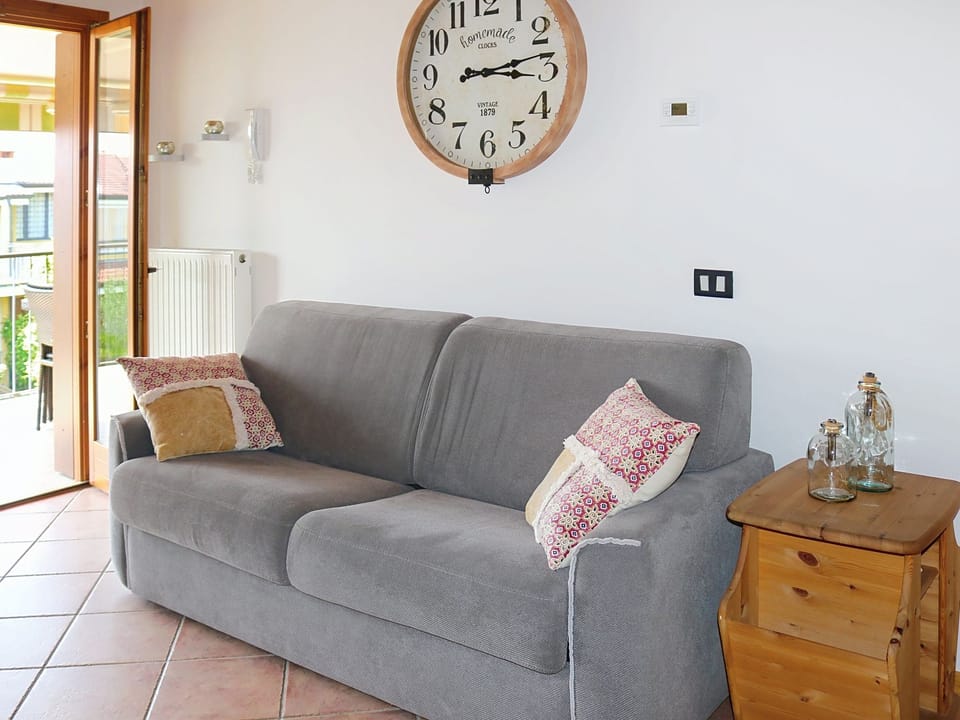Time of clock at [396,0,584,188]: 3:12
